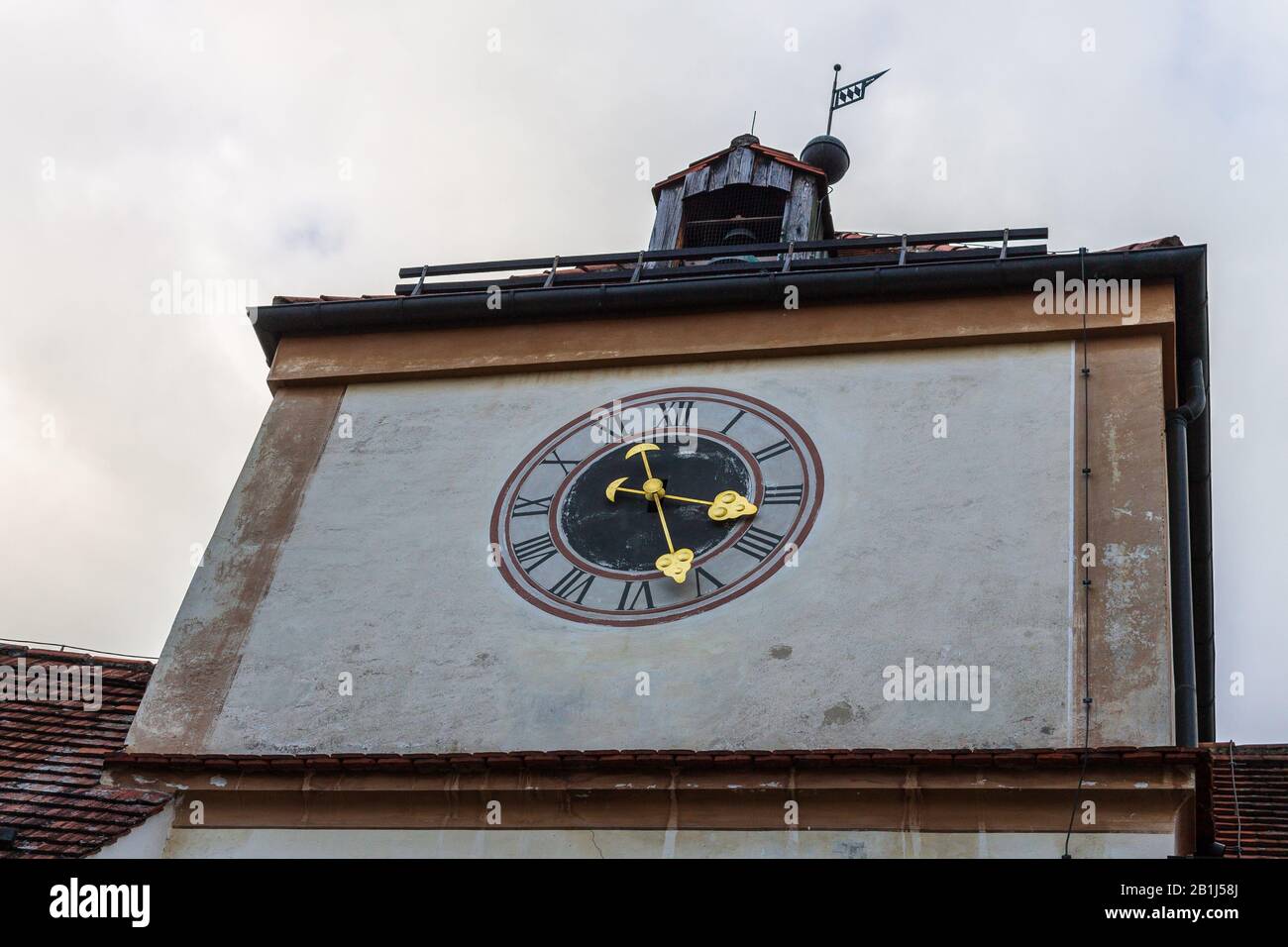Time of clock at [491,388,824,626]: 3:26
